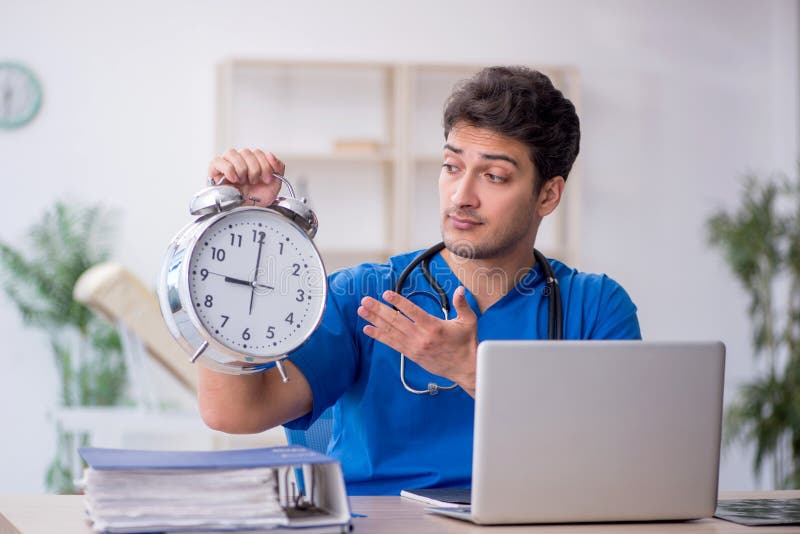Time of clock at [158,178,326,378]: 9:00
